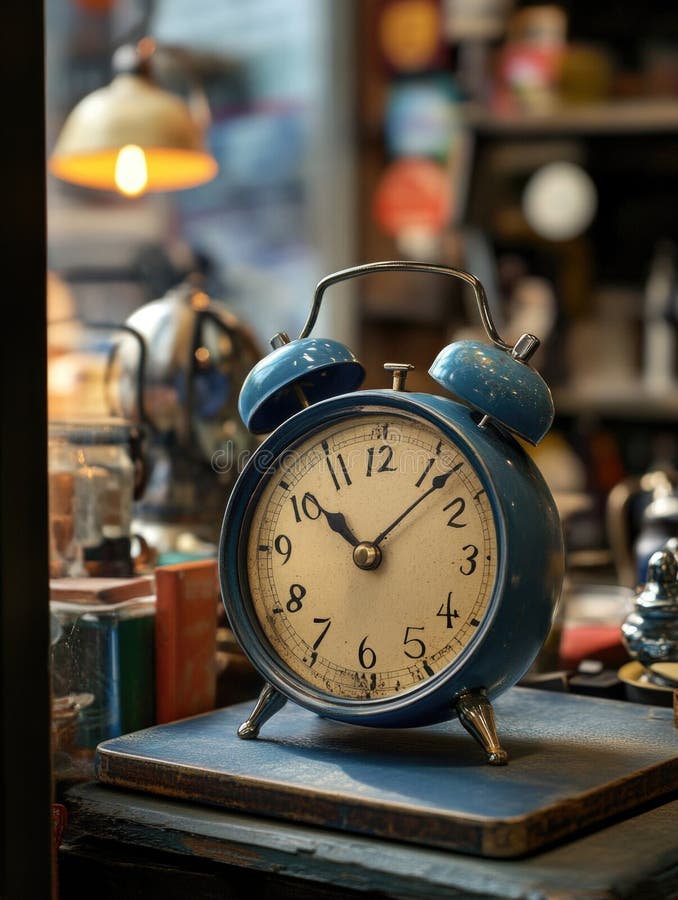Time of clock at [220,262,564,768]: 10:07
